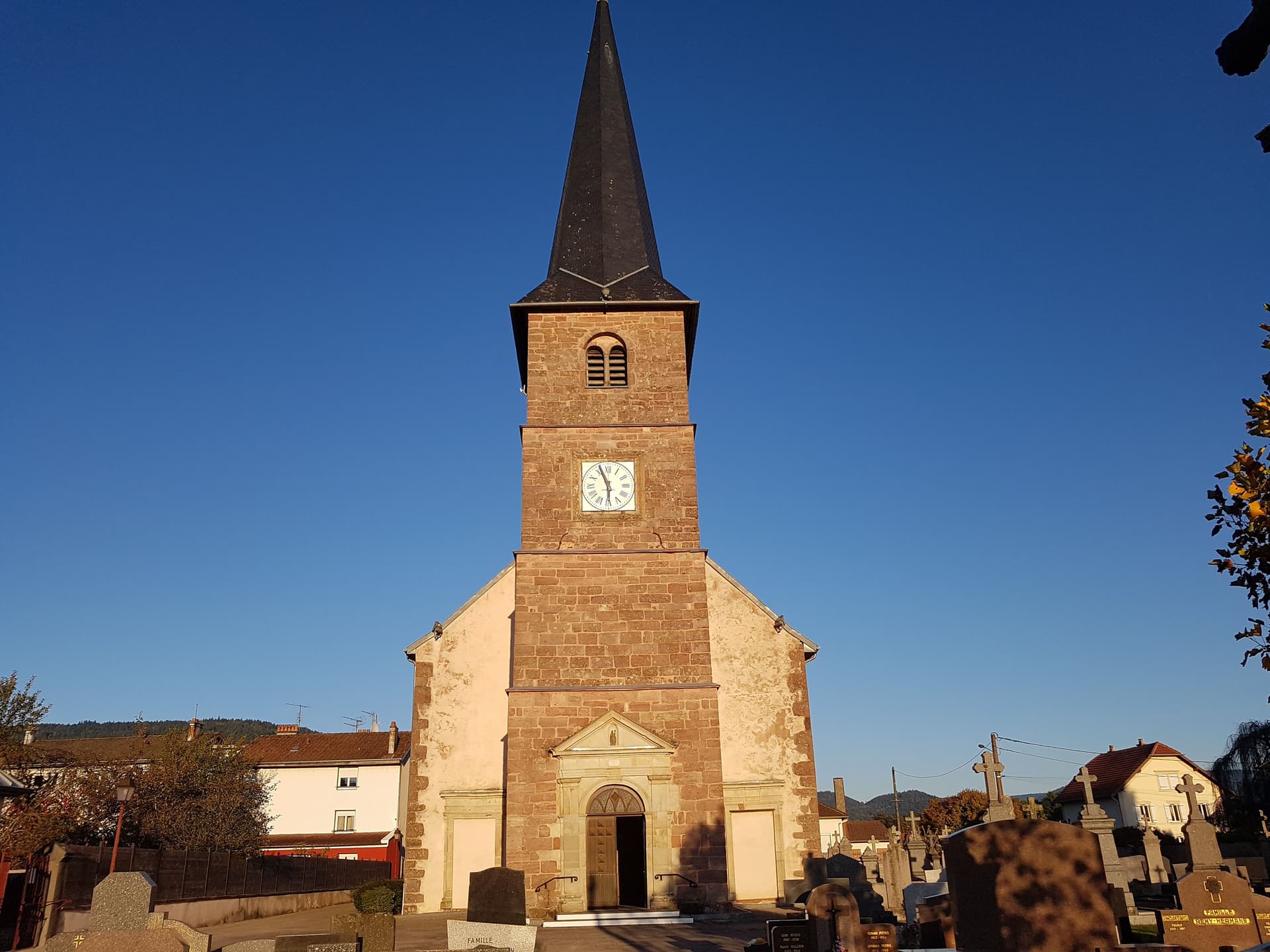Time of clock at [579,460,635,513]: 5:56
